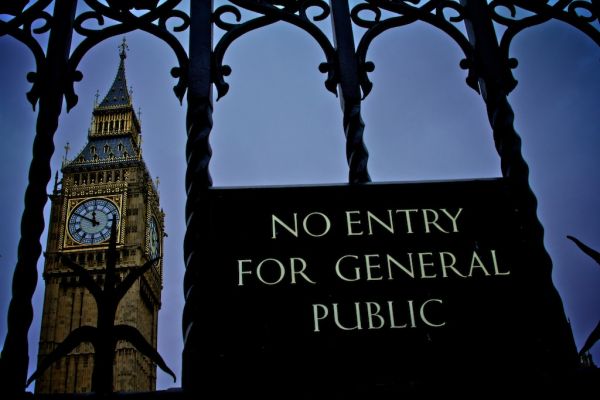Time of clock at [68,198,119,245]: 11:49
